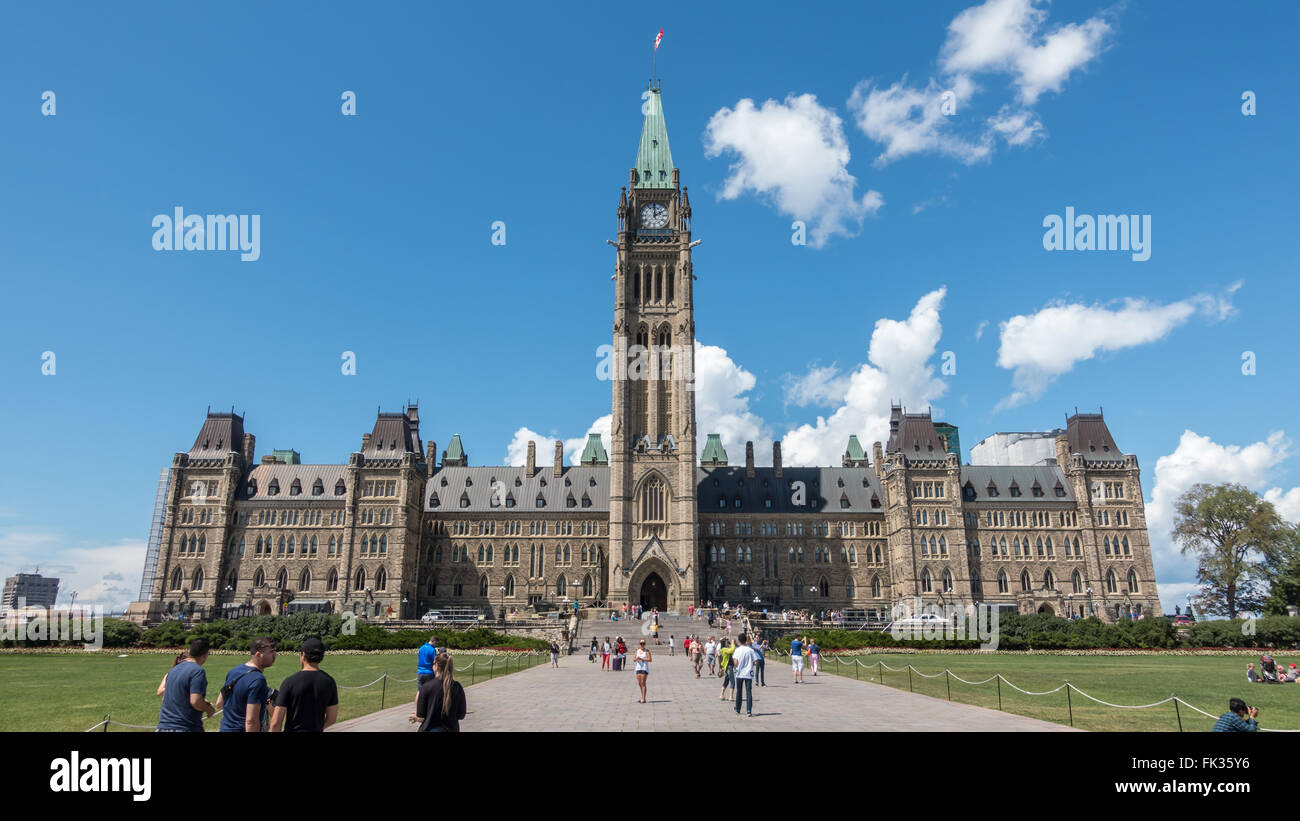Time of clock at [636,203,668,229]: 2:00
